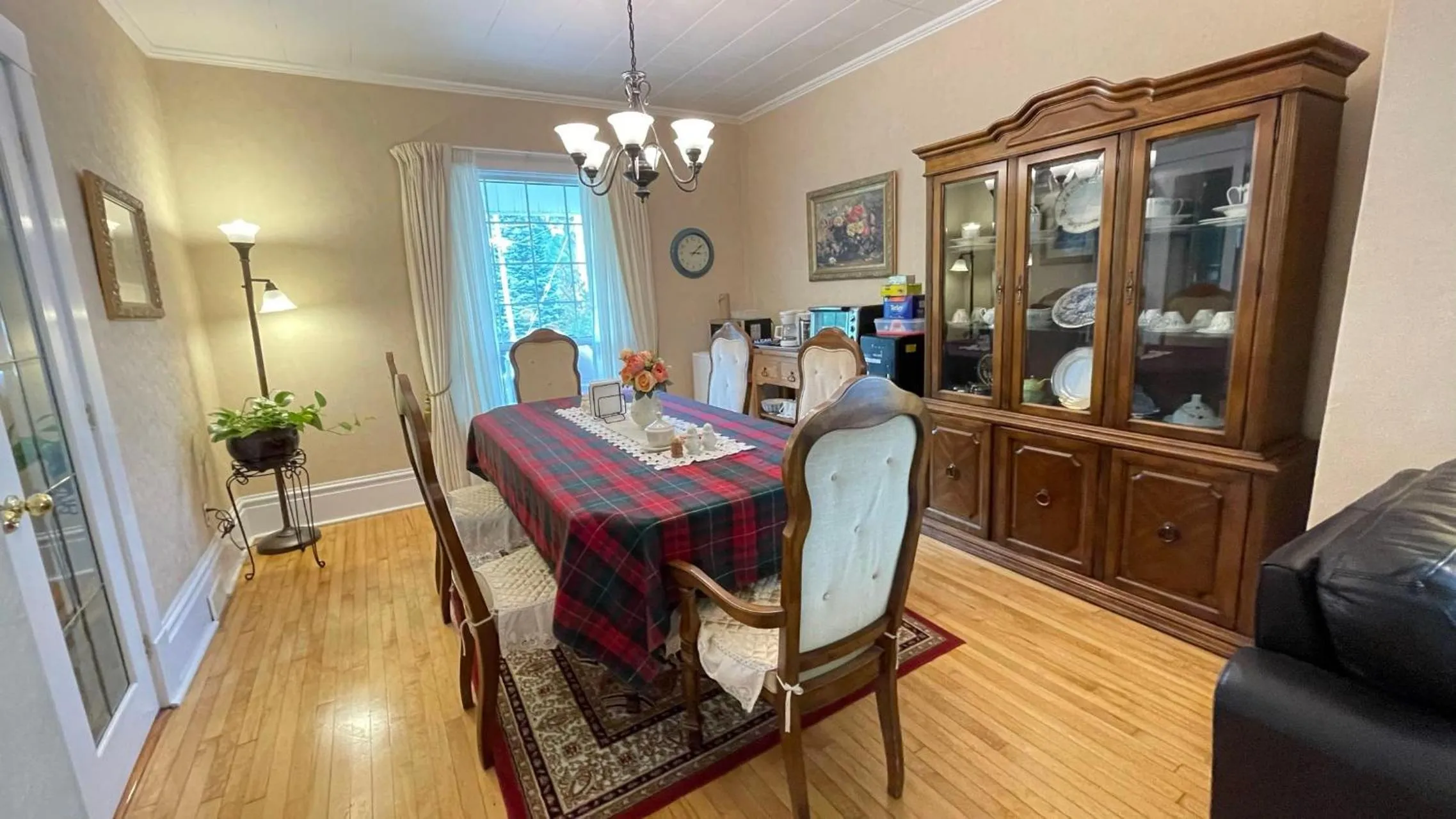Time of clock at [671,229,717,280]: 3:08
